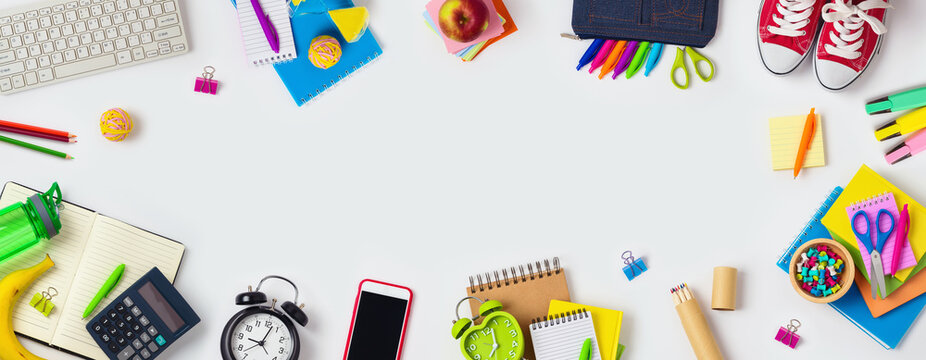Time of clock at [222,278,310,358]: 9:02
